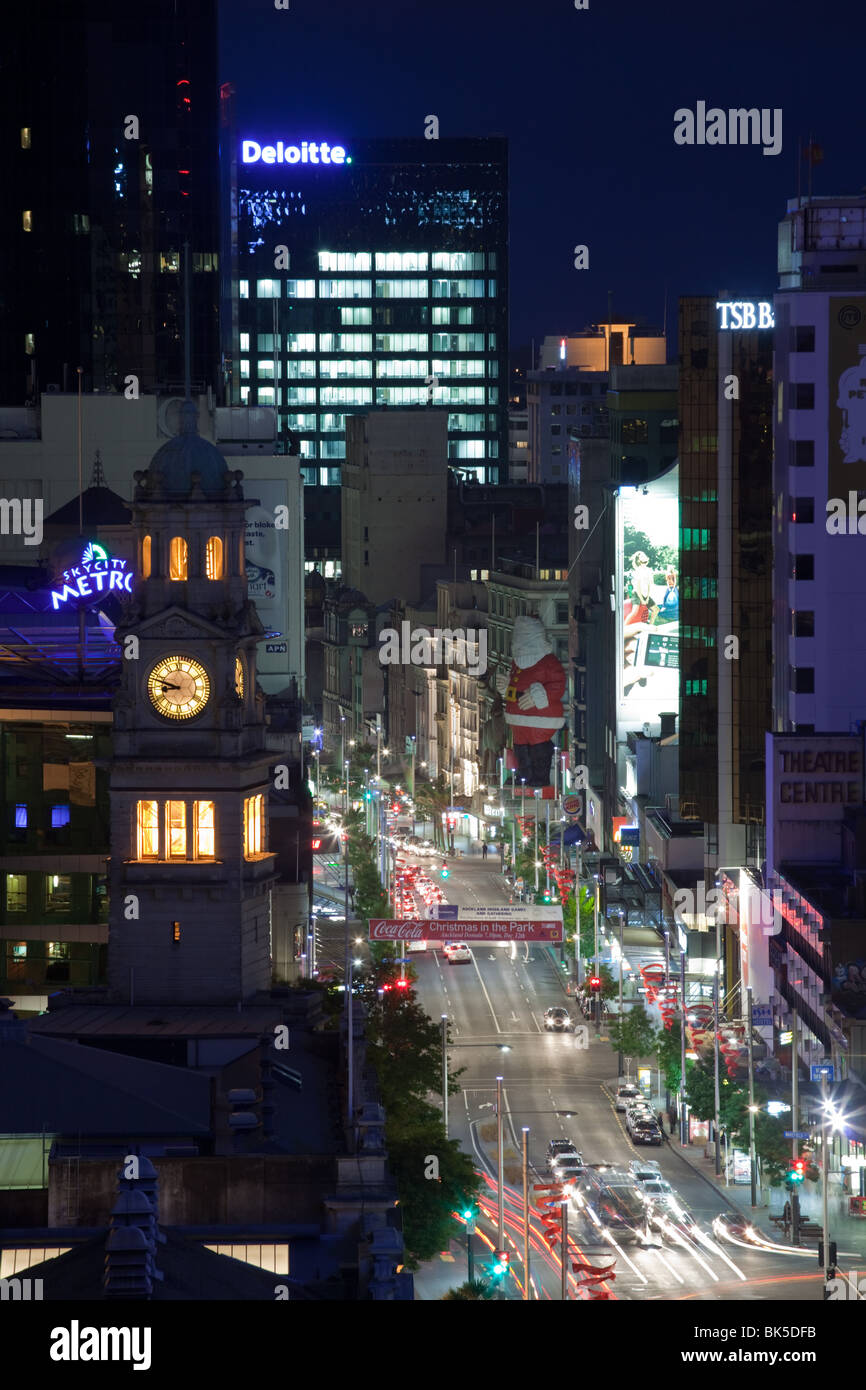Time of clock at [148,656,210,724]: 8:47
